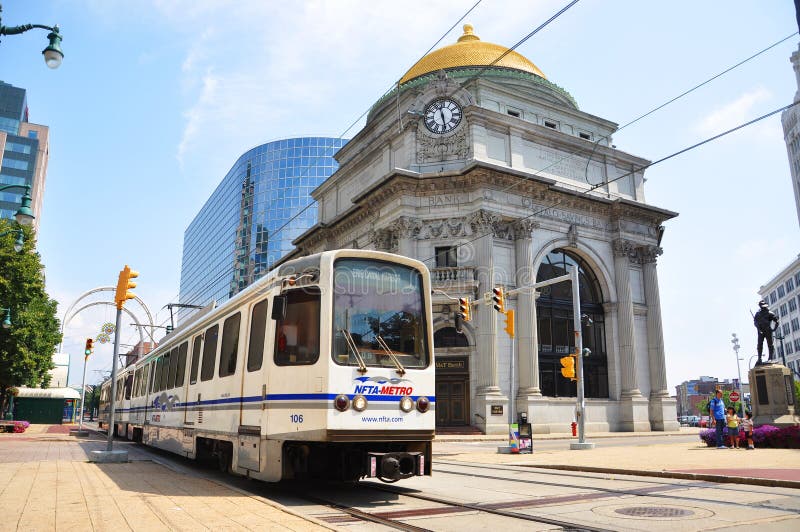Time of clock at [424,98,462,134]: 11:28
